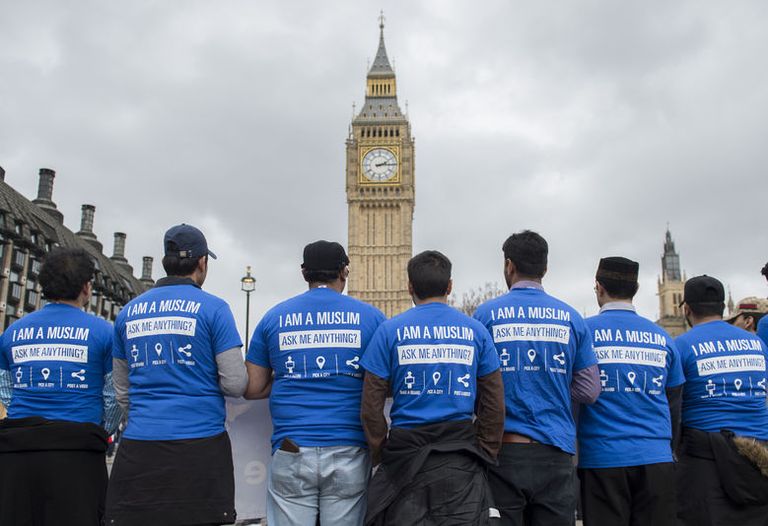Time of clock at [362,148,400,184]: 2:14
